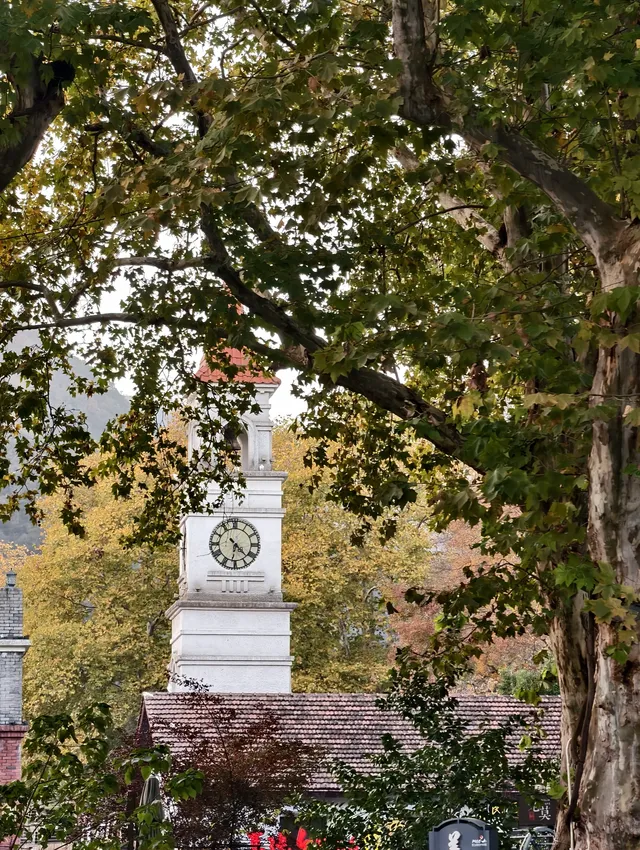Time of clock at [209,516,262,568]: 4:31
